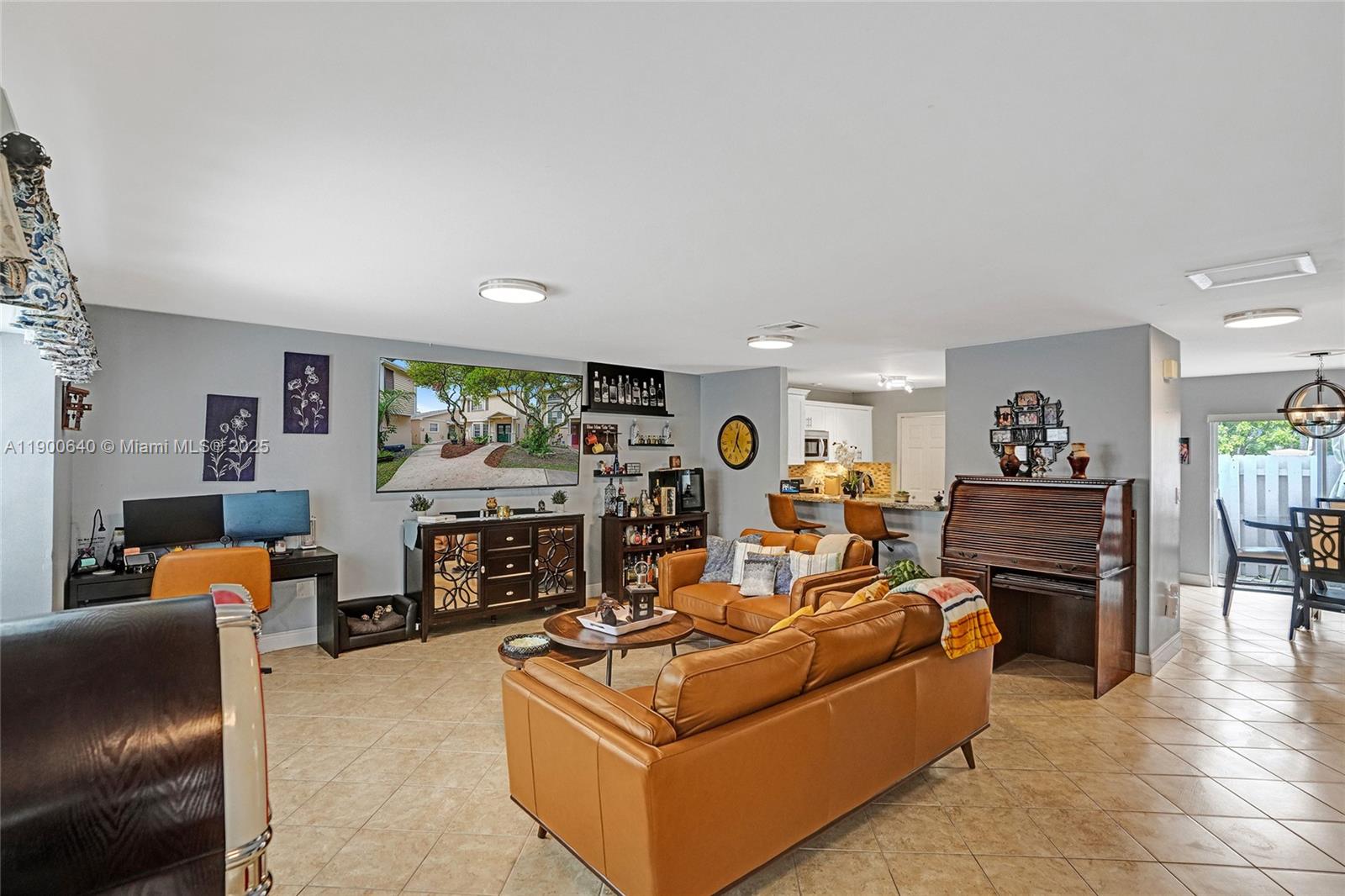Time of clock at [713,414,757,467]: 5:02
